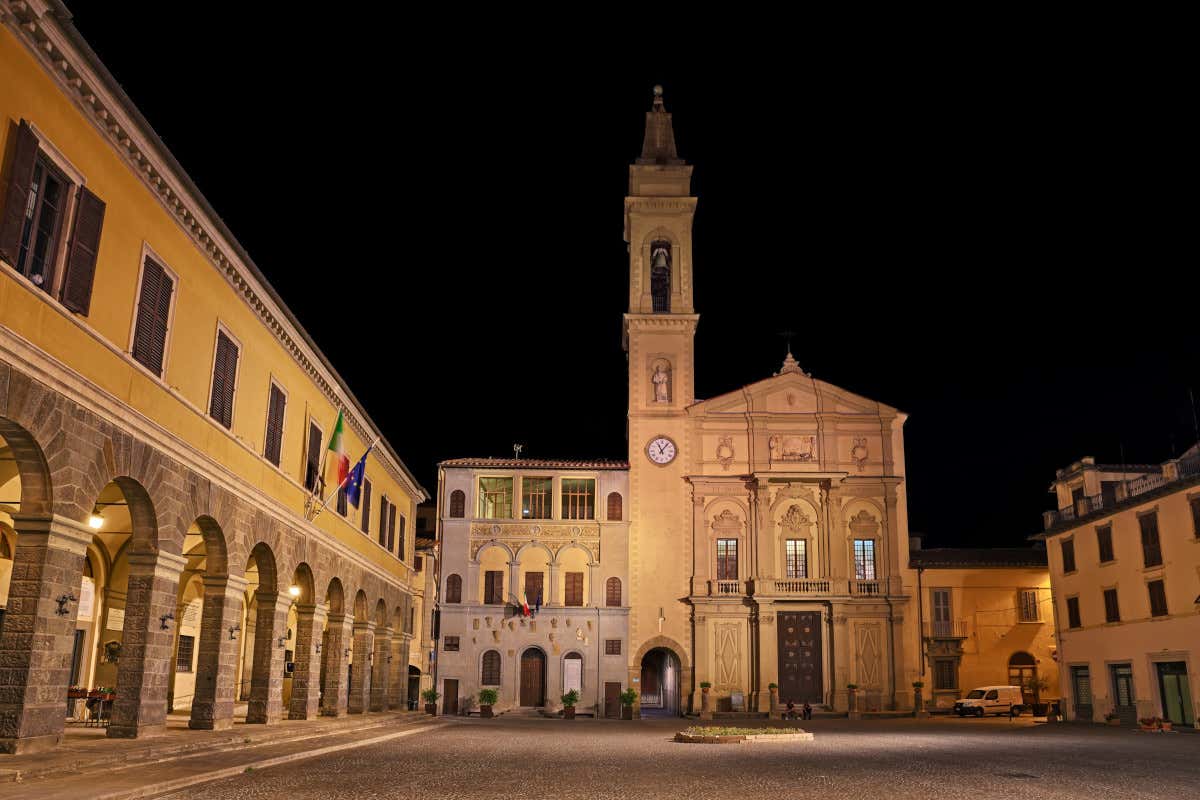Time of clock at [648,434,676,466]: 11:06
